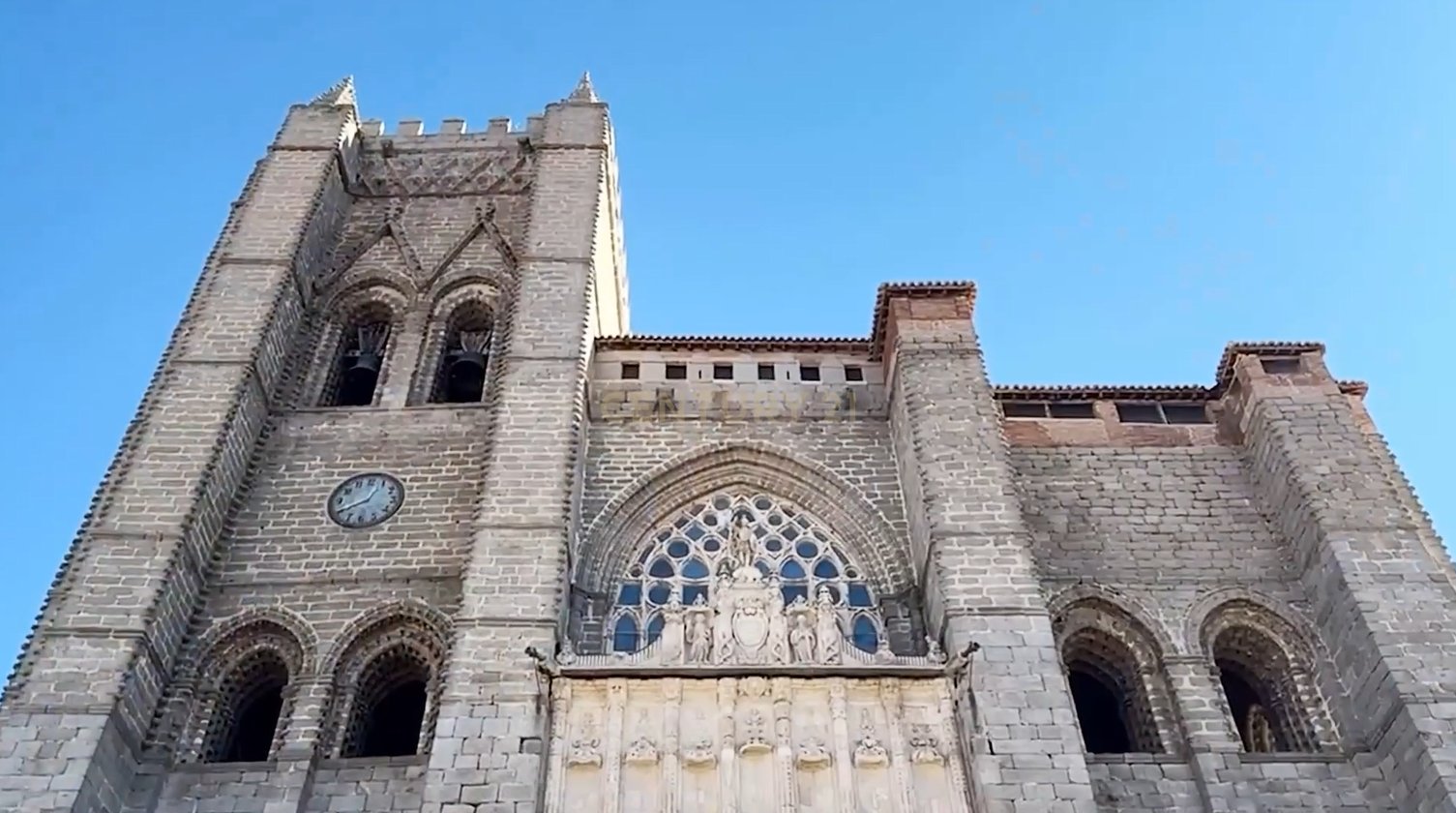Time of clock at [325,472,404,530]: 12:40
